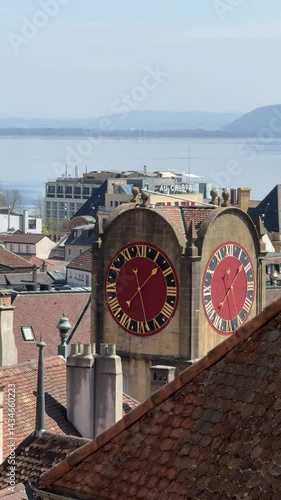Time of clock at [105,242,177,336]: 1:28
